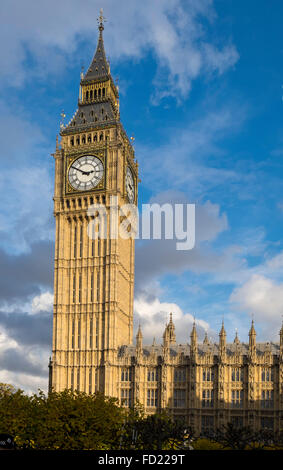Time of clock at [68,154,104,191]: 2:50
